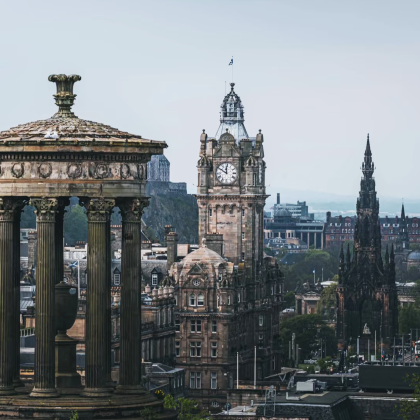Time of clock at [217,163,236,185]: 11:50
